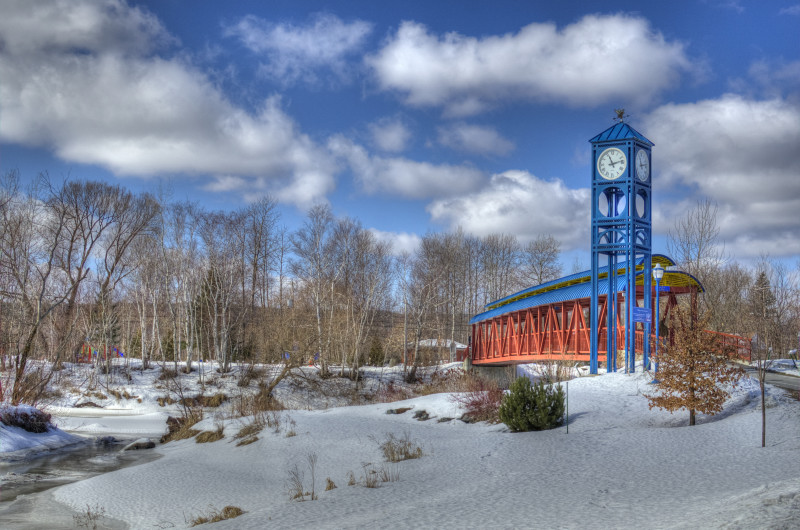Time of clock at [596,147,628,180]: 11:12
